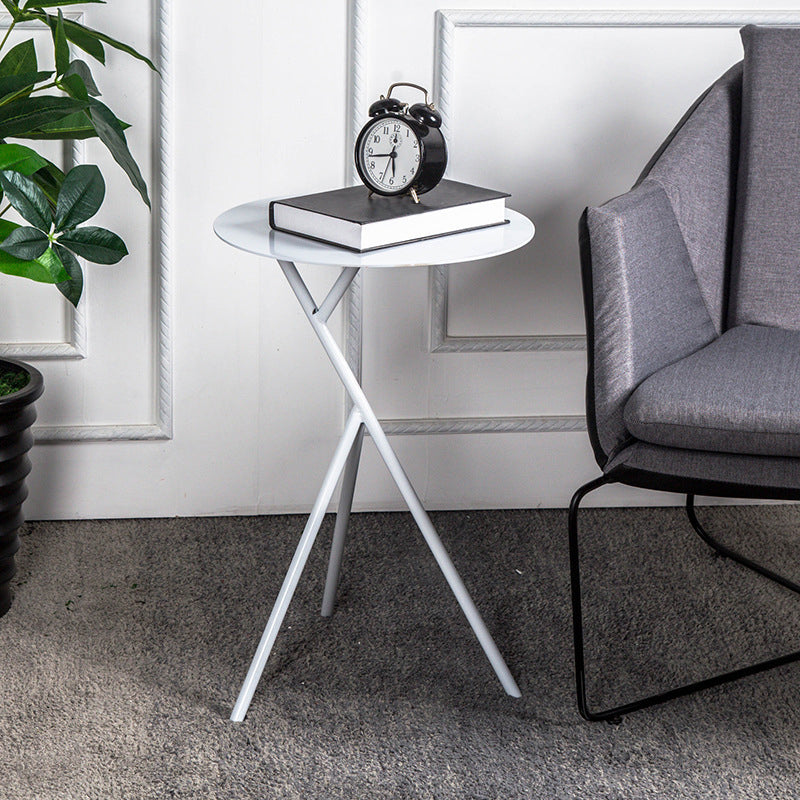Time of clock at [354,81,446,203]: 5:43
